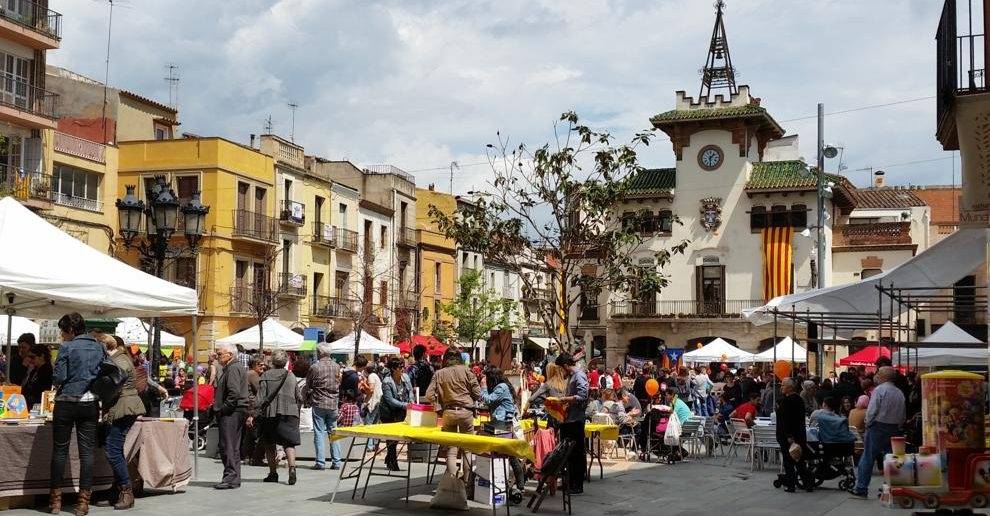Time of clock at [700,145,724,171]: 1:30
